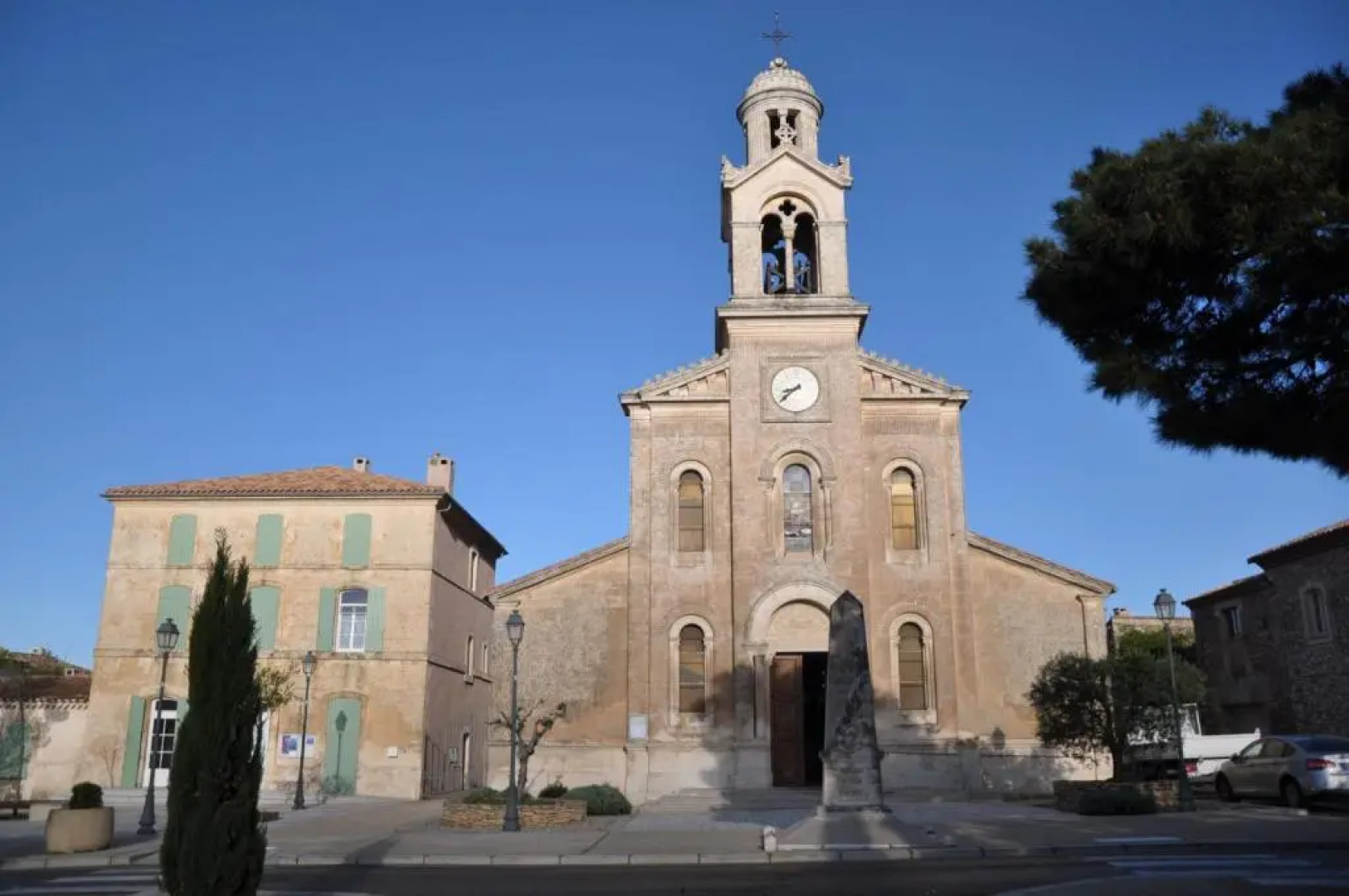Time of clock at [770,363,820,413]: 8:38
